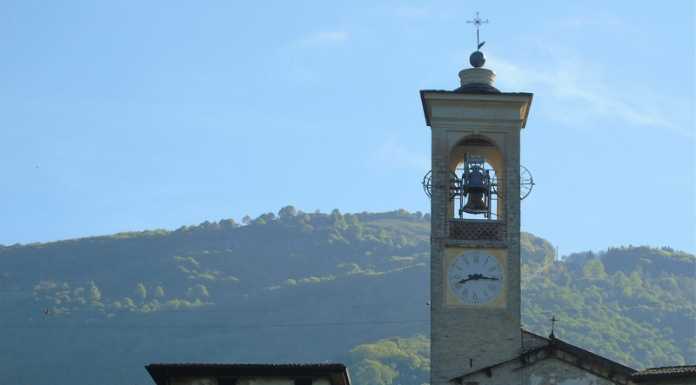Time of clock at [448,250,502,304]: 8:15
